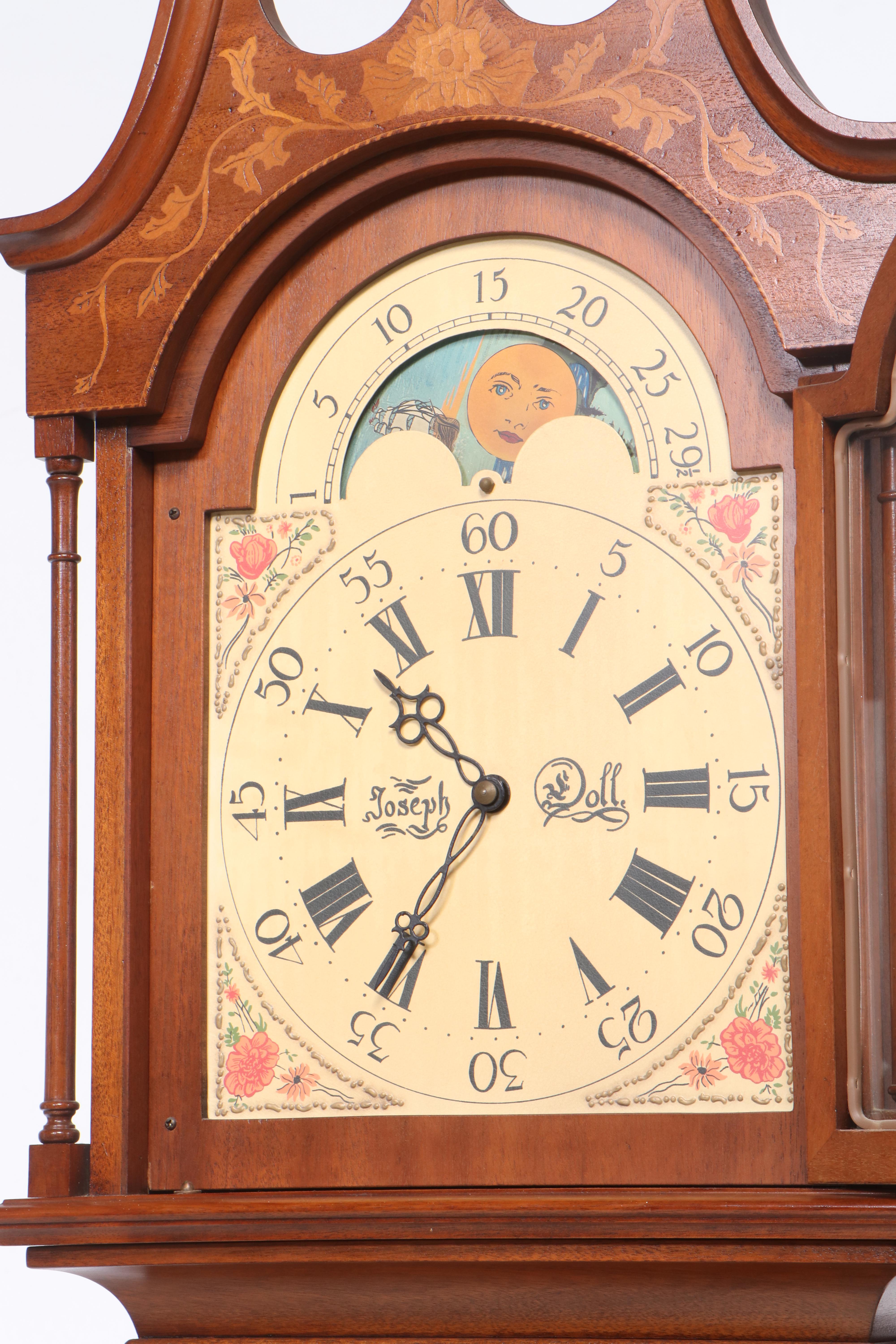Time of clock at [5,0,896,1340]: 10:35
